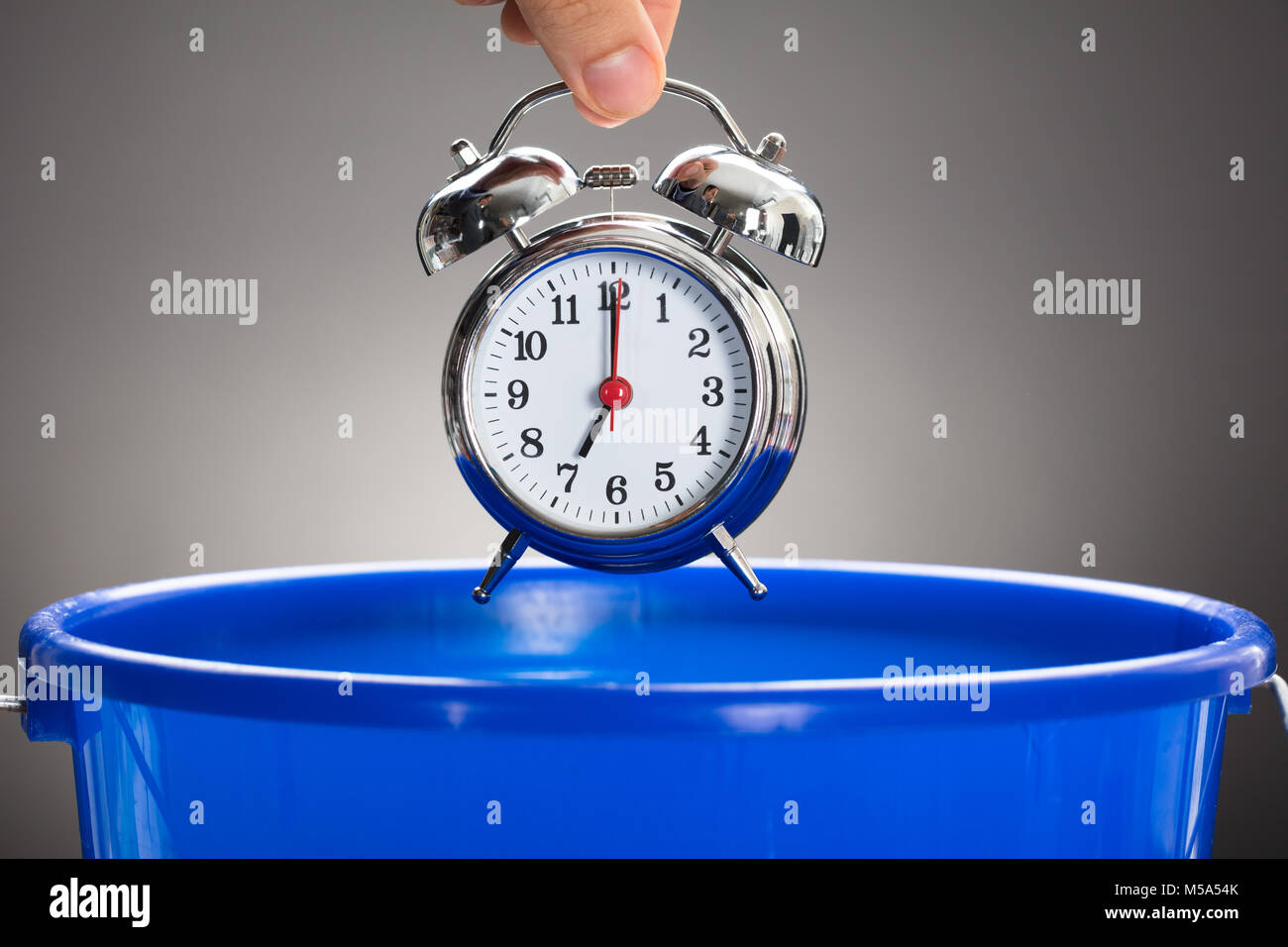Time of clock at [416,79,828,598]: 7:00
